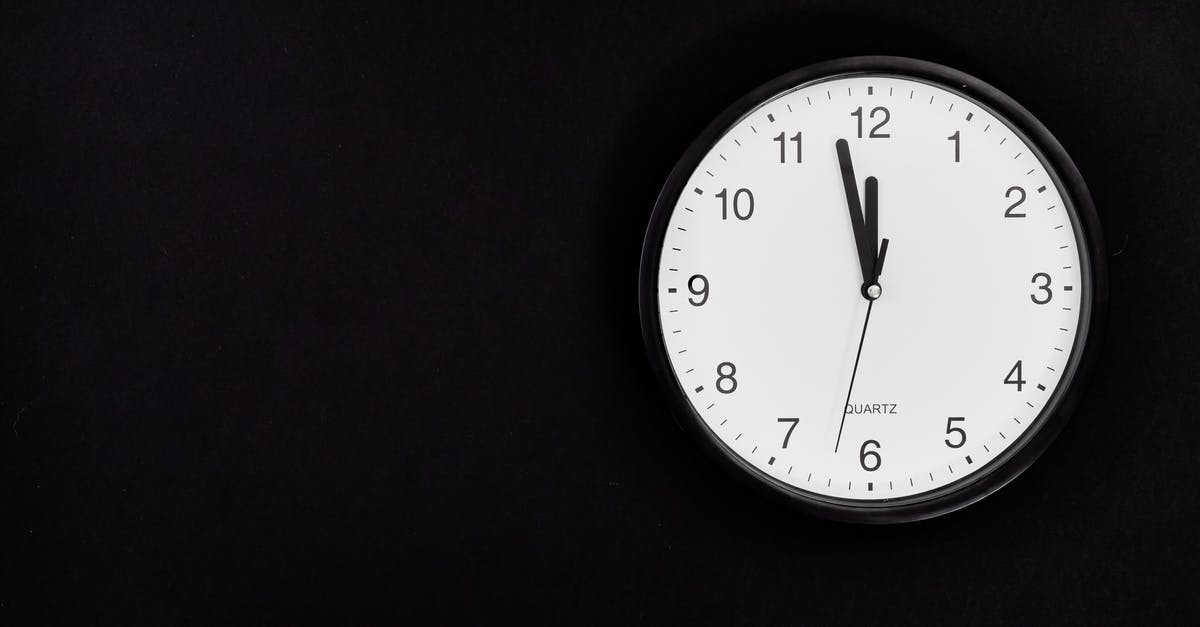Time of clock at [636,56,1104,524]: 11:57
